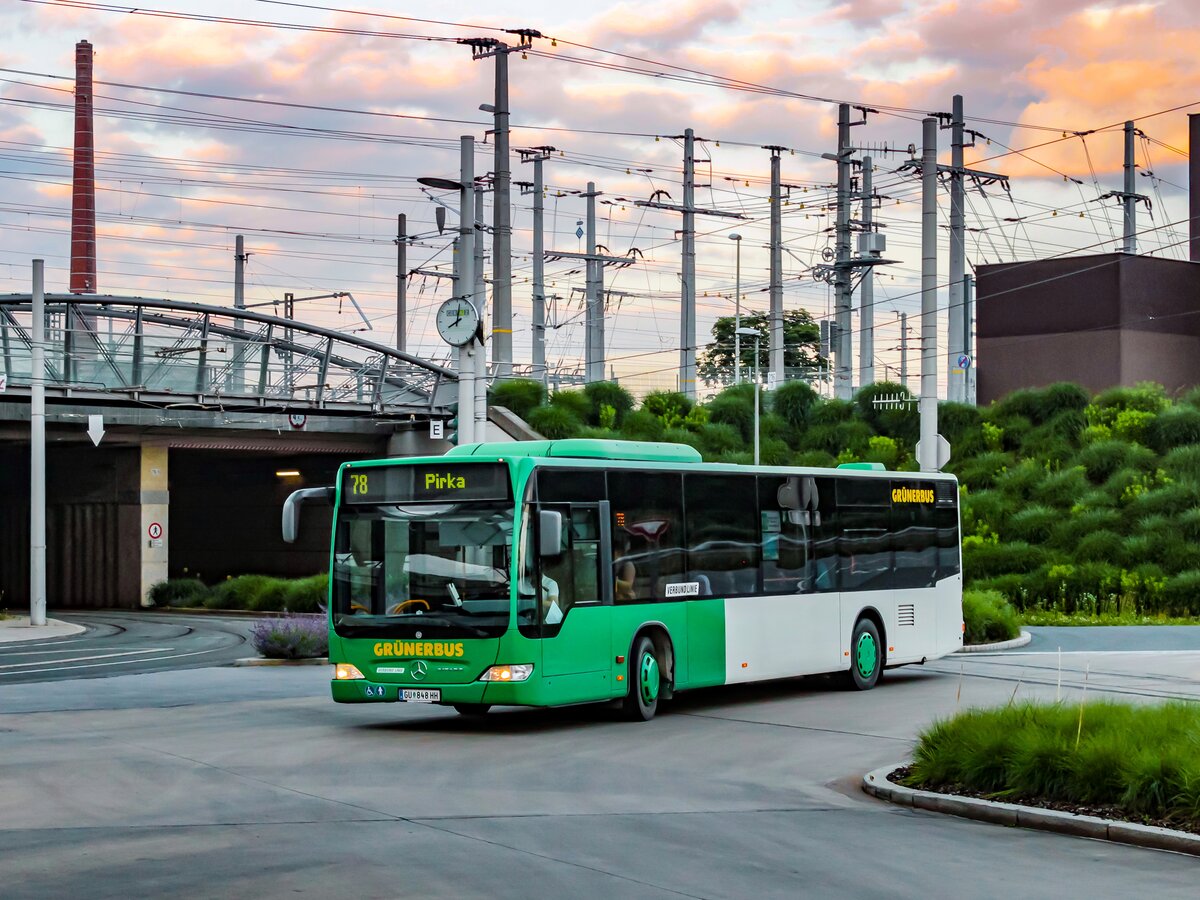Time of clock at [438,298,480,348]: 8:01
